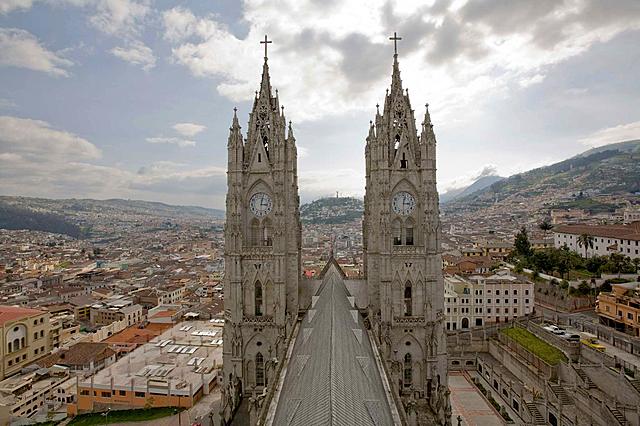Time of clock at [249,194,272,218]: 3:02
